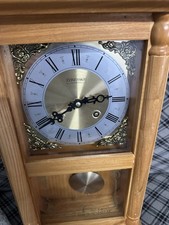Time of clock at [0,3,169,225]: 2:39
